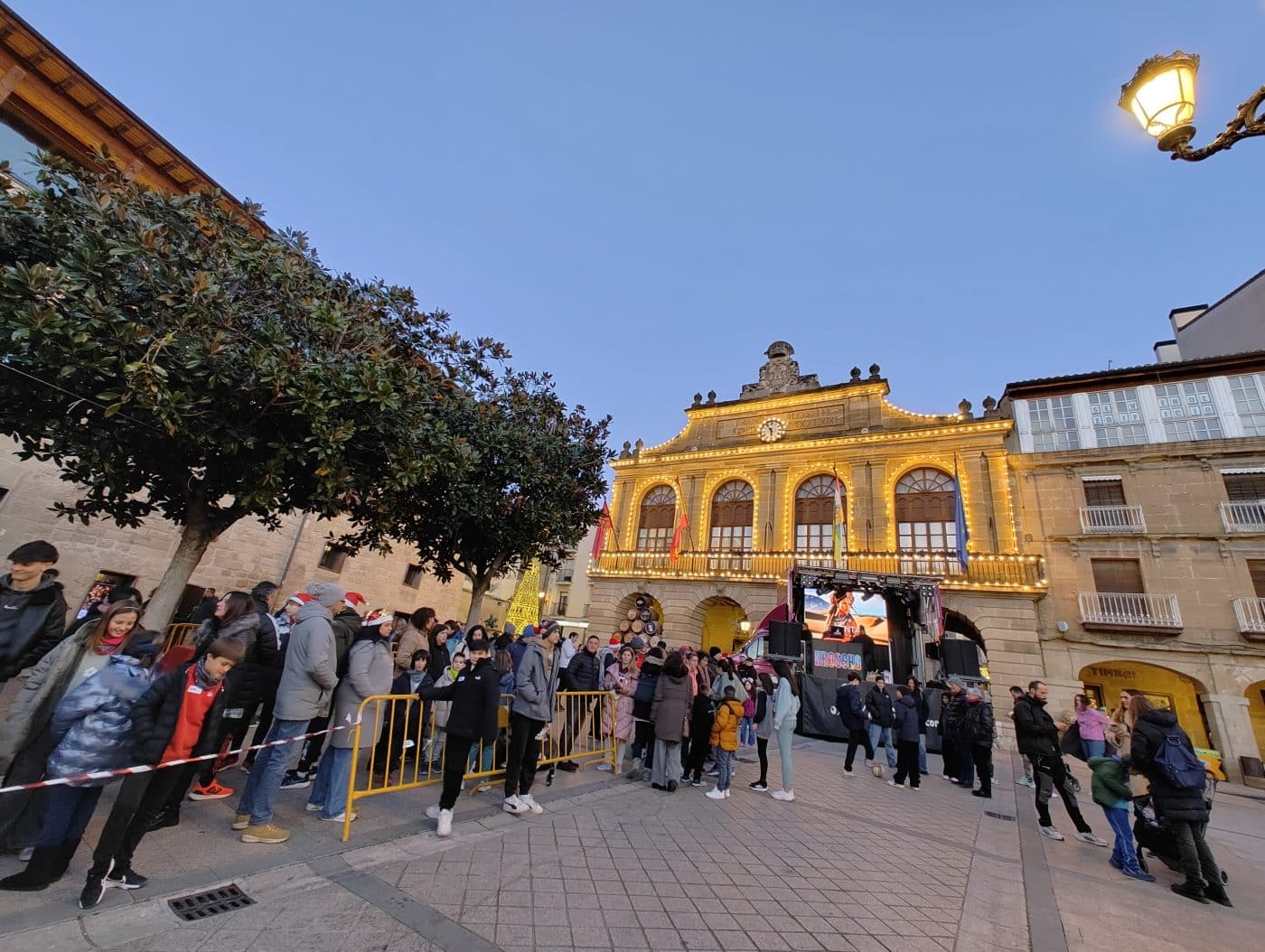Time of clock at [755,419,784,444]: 5:54
